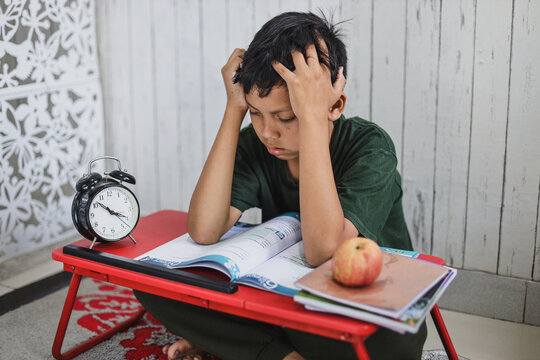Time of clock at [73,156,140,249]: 3:52
